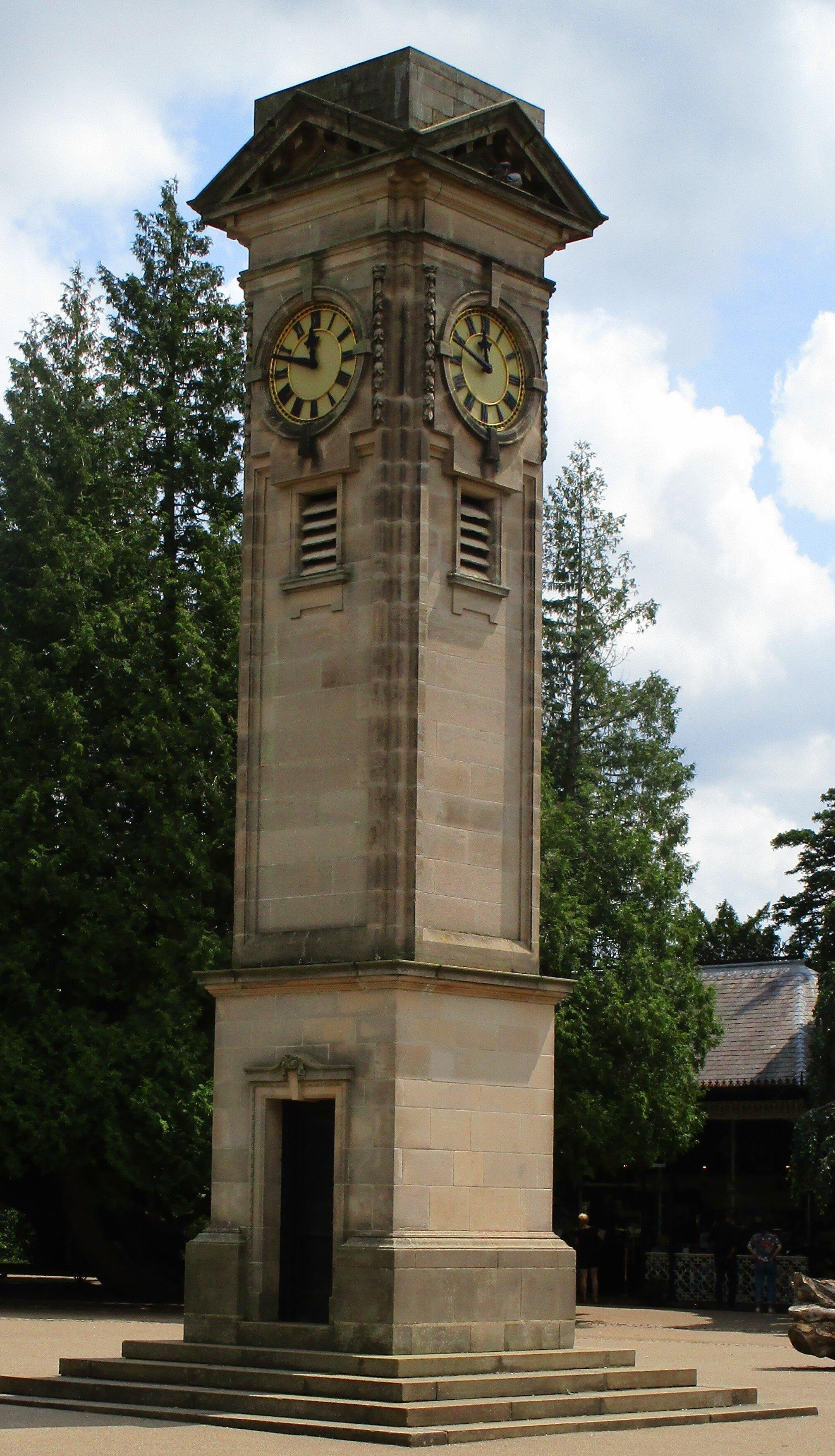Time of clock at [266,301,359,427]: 11:47
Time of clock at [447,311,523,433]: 11:48
